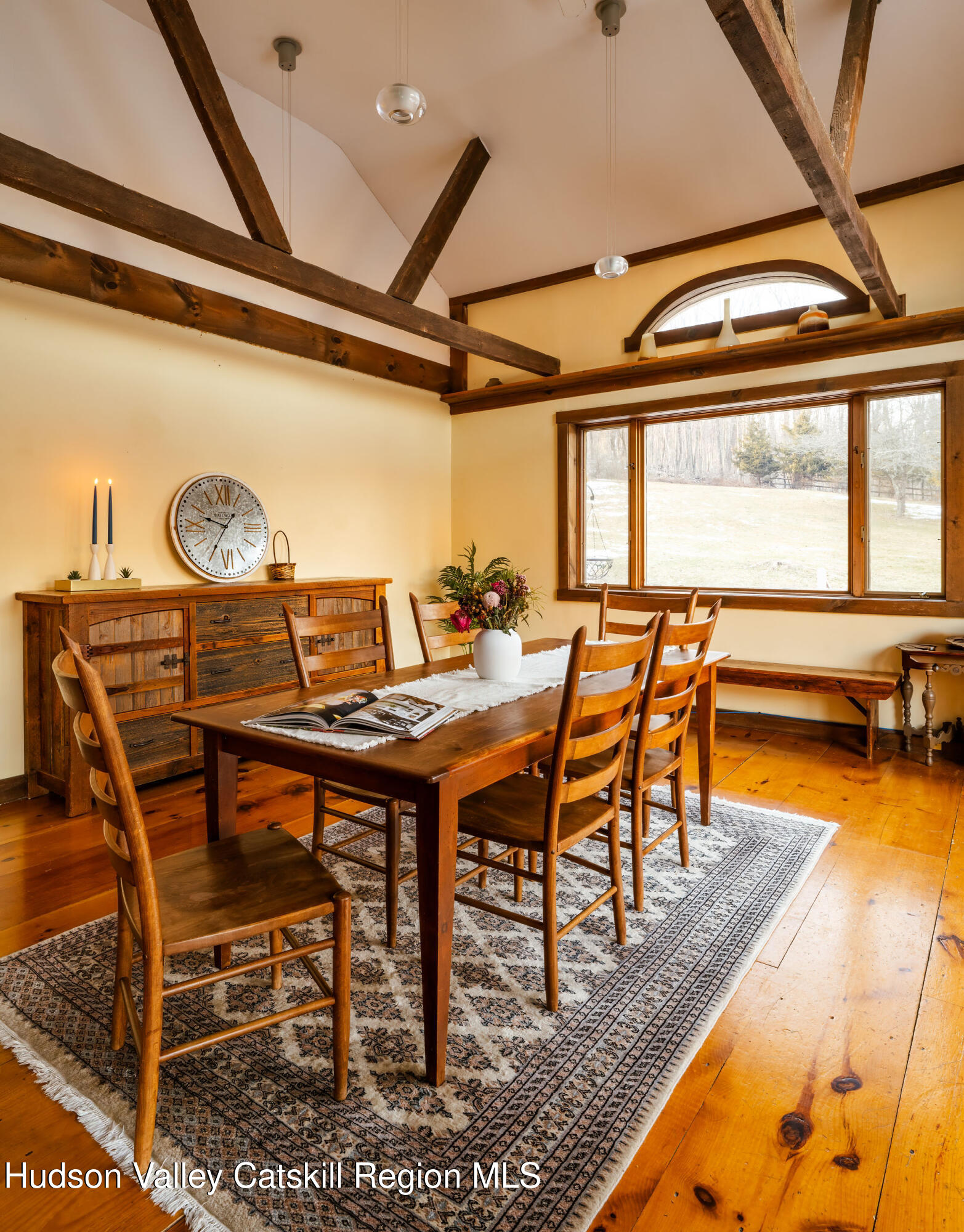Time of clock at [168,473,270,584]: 9:35
